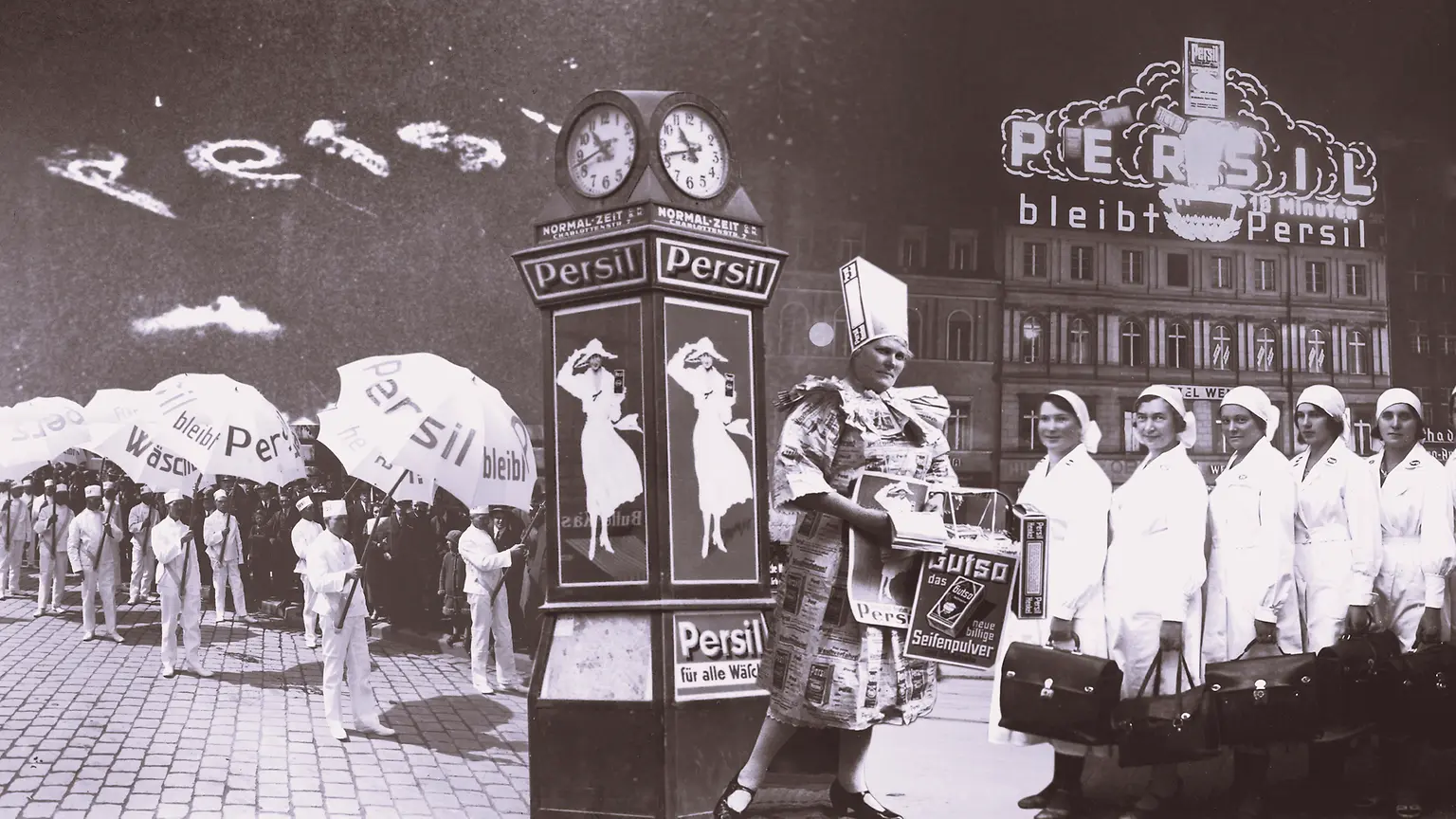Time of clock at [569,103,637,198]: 10:42
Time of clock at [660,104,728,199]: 10:41
